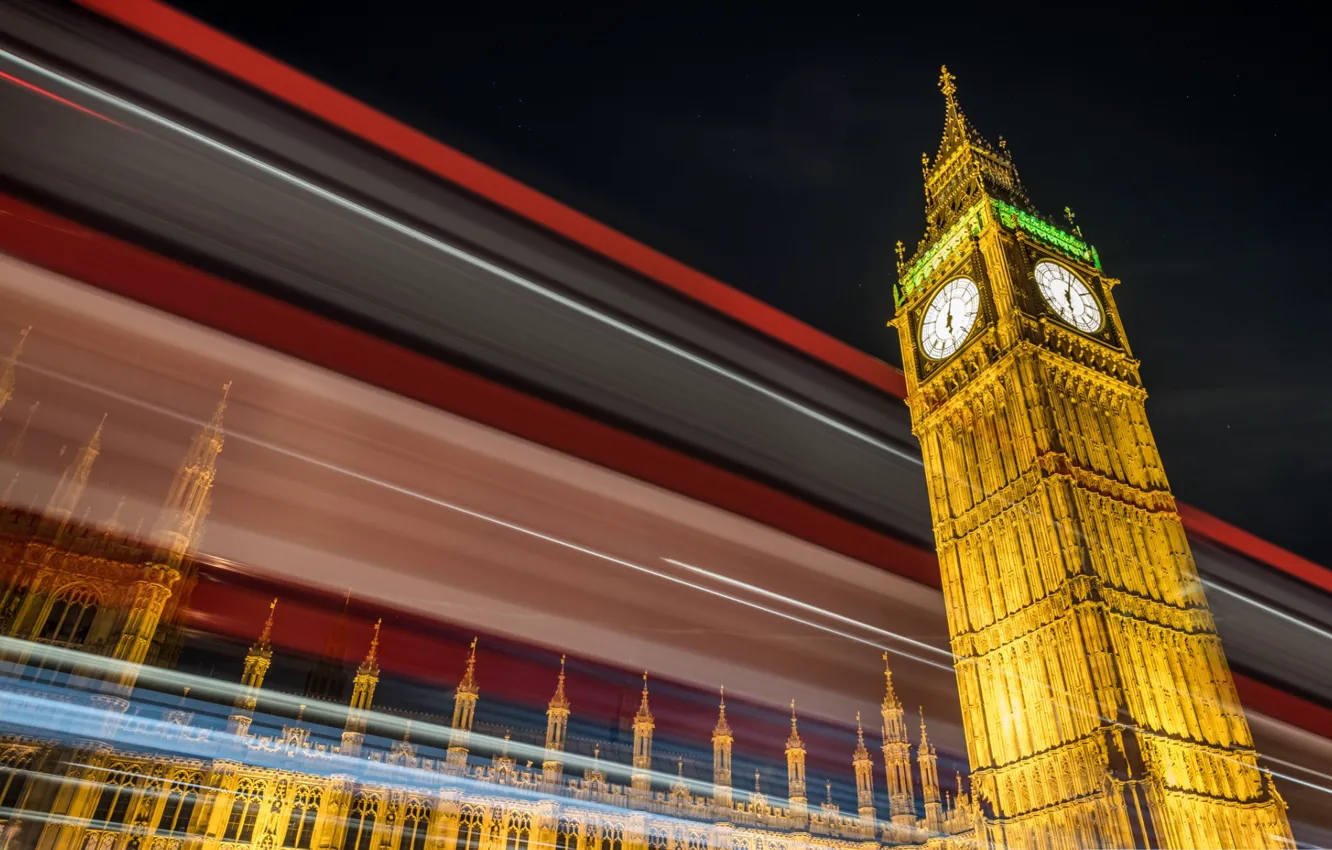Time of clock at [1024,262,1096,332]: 6:03
